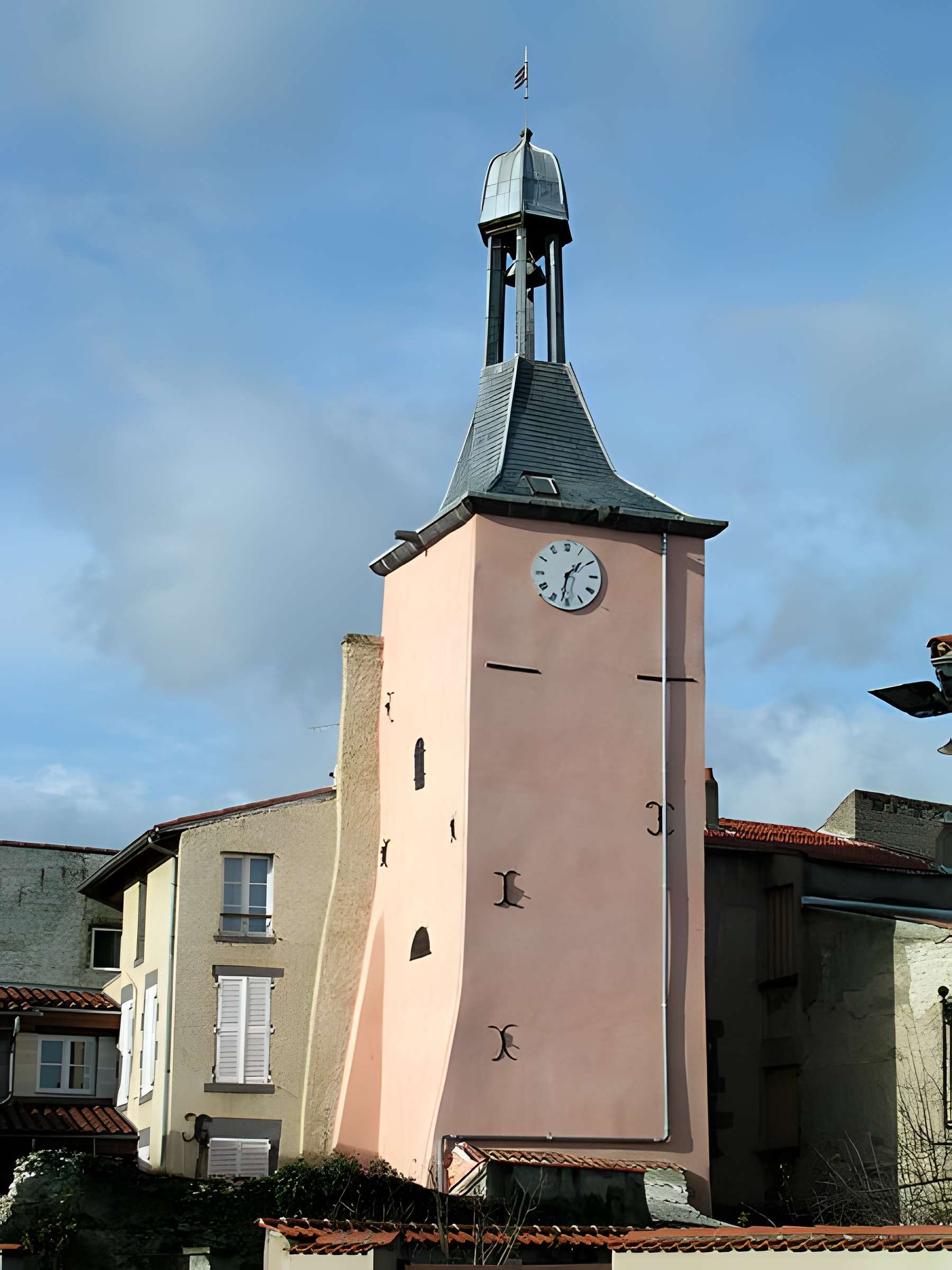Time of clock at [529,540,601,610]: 1:31
